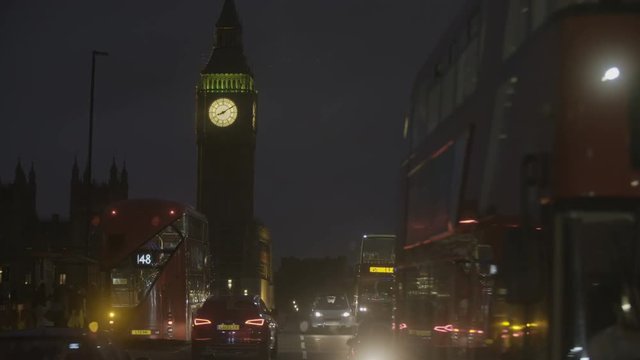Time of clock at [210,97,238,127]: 8:09
